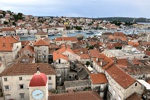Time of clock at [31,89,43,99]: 8:11
